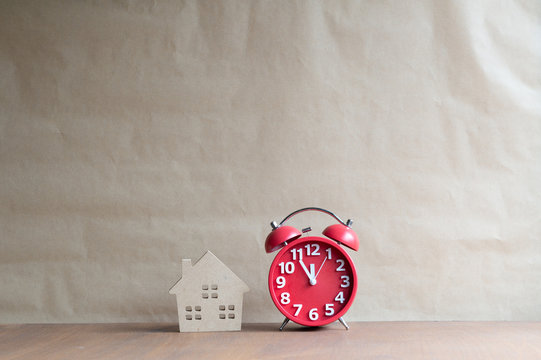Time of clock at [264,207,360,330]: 11:54
